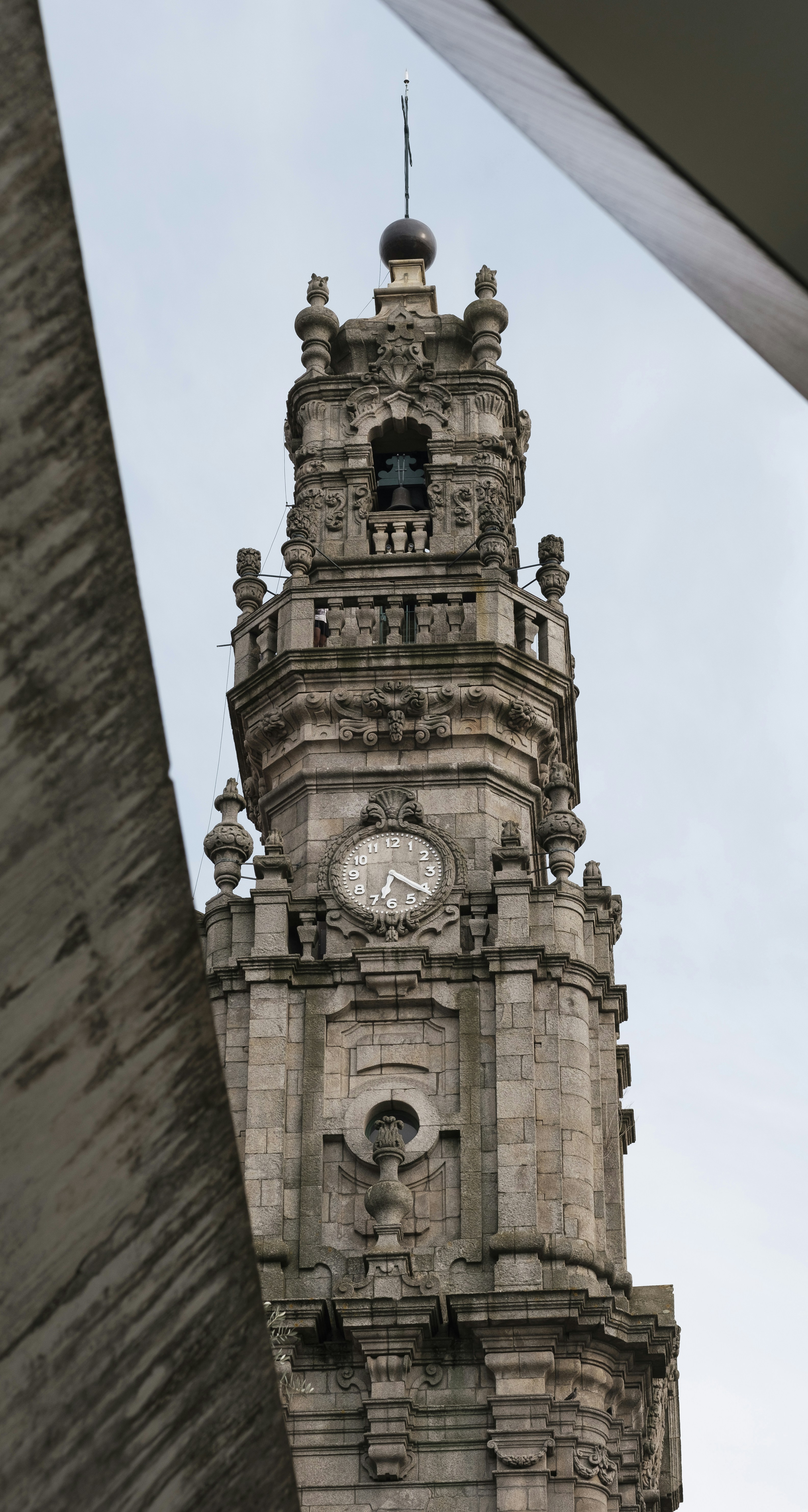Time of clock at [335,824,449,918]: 6:20
